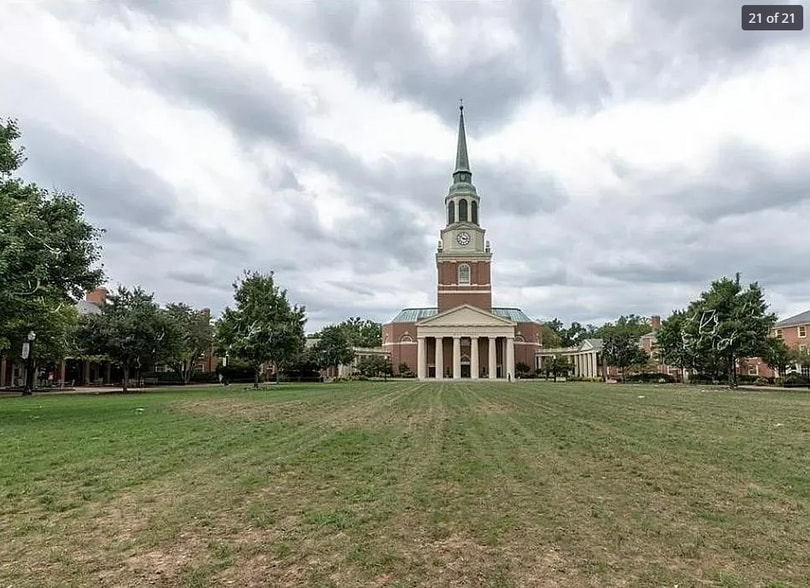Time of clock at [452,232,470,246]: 2:50
